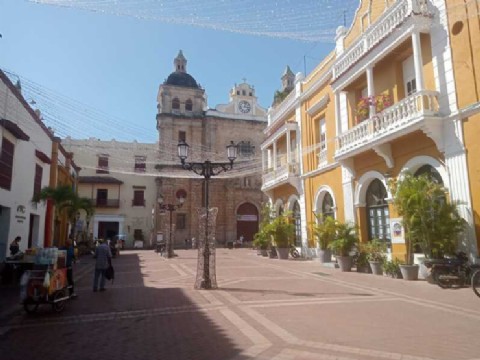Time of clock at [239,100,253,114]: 3:02
